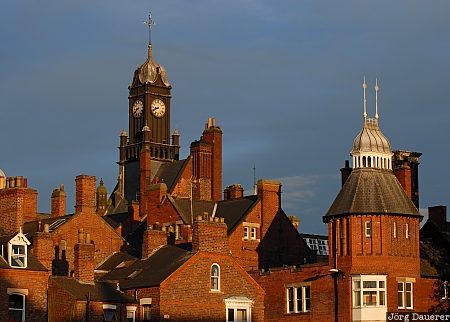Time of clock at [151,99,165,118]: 8:40
